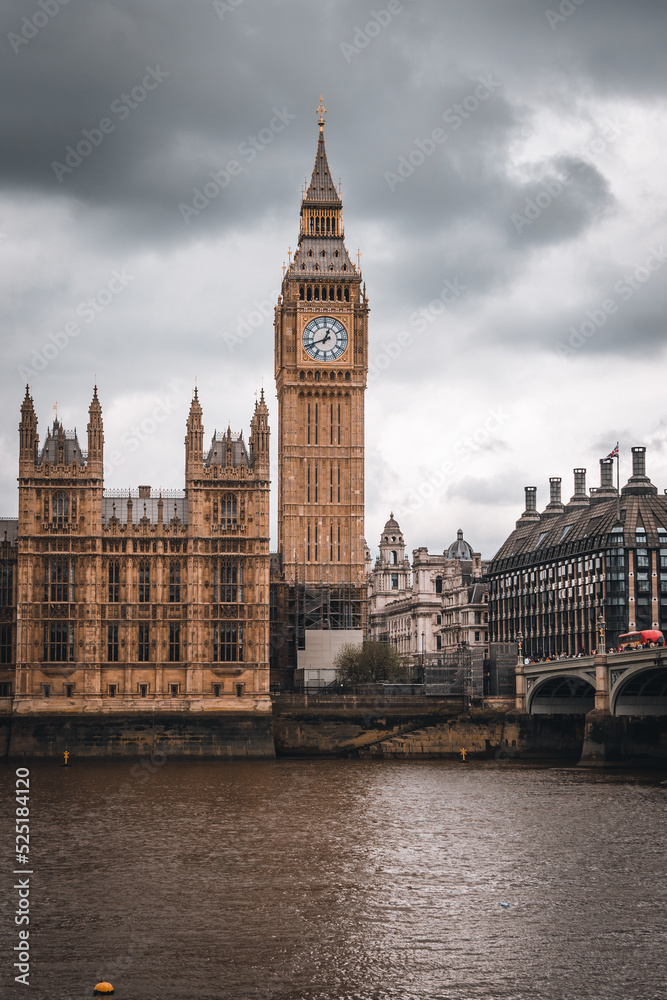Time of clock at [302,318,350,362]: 12:42
